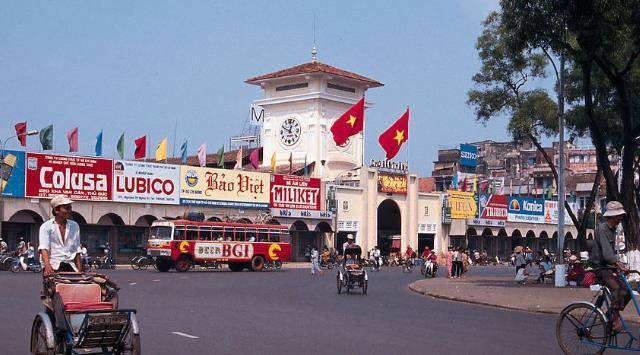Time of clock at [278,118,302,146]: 12:49
